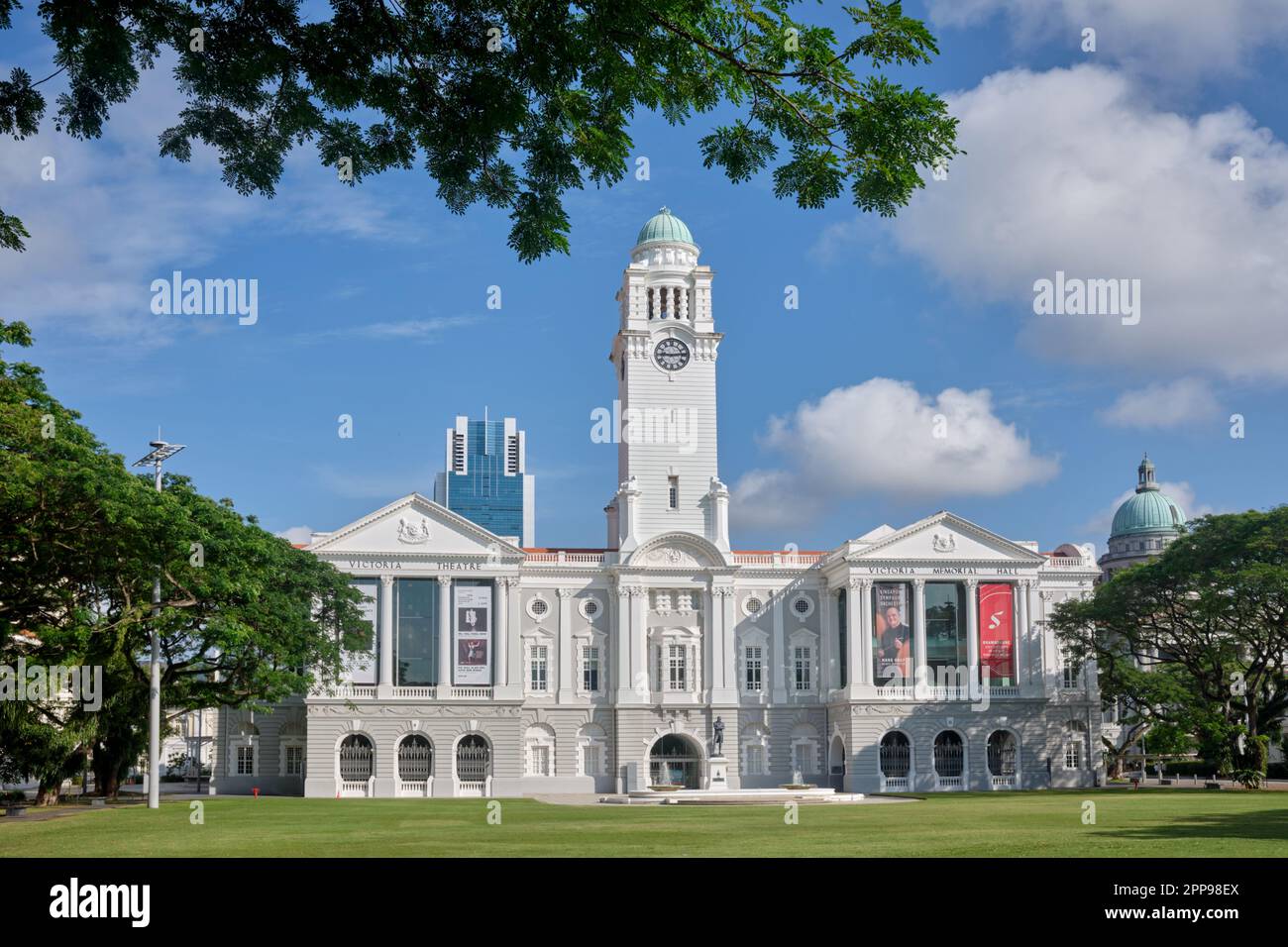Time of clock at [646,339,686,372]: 9:13
